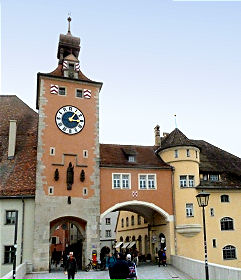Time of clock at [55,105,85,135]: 1:16
